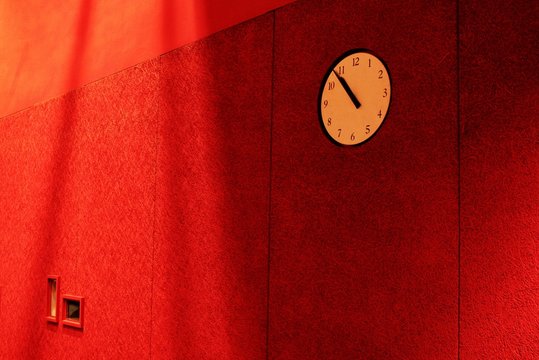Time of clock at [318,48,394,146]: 10:53
